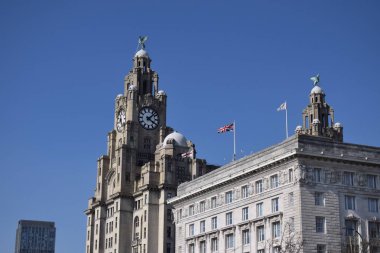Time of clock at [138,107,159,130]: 4:07
